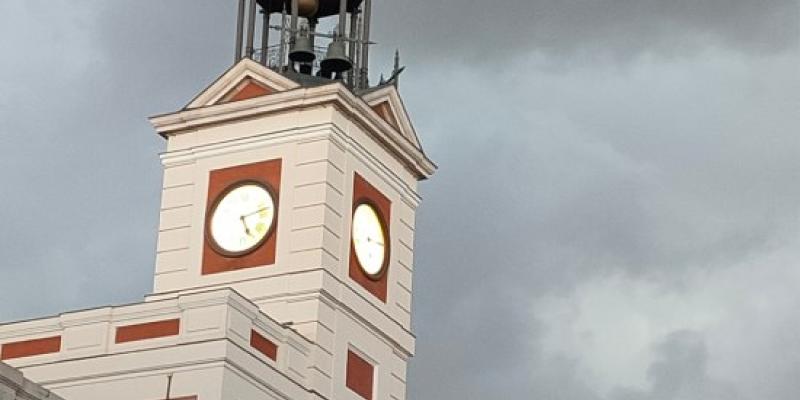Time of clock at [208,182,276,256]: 5:12
